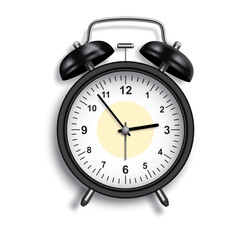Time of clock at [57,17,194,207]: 2:53
